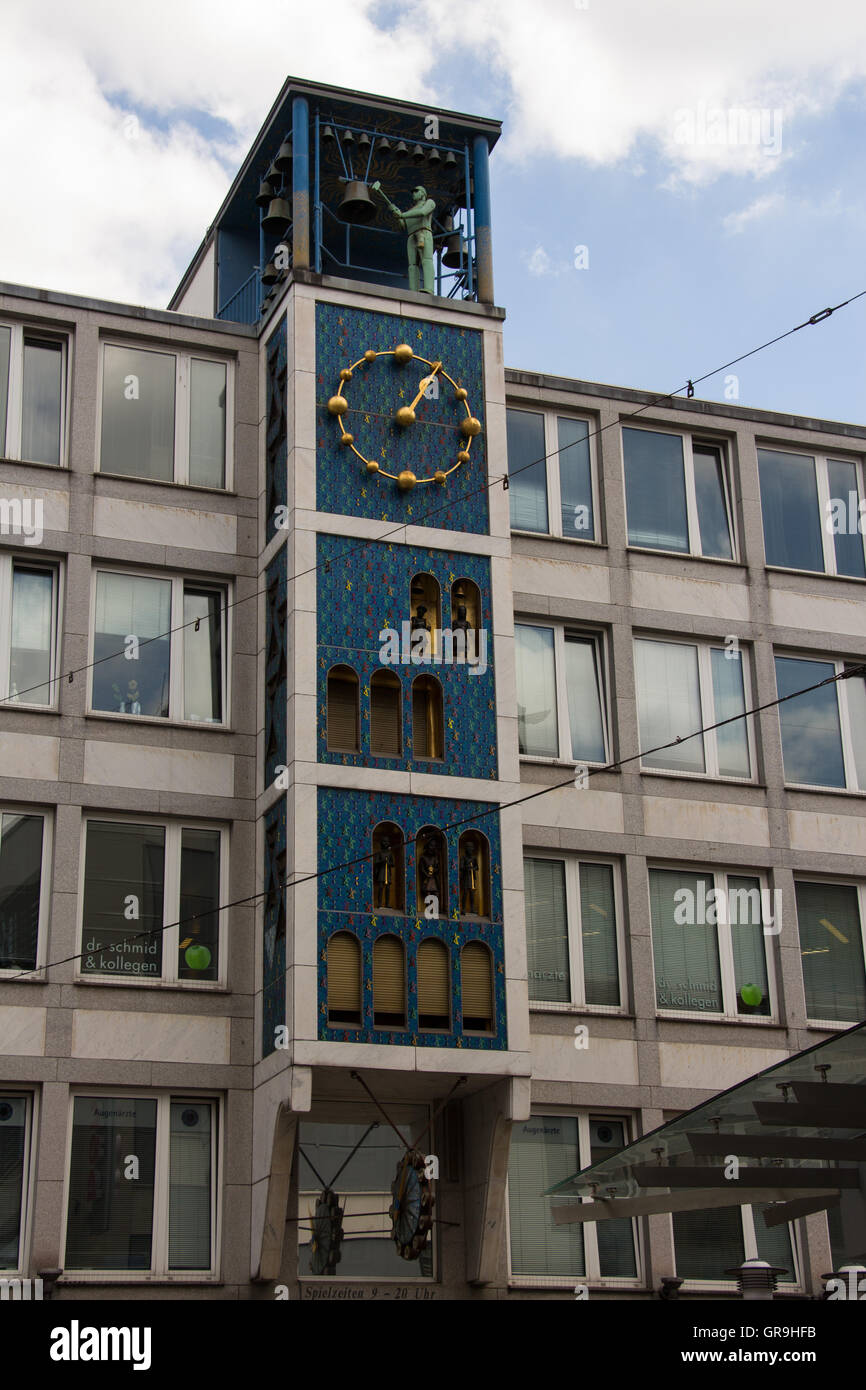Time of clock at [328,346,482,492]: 1:16
